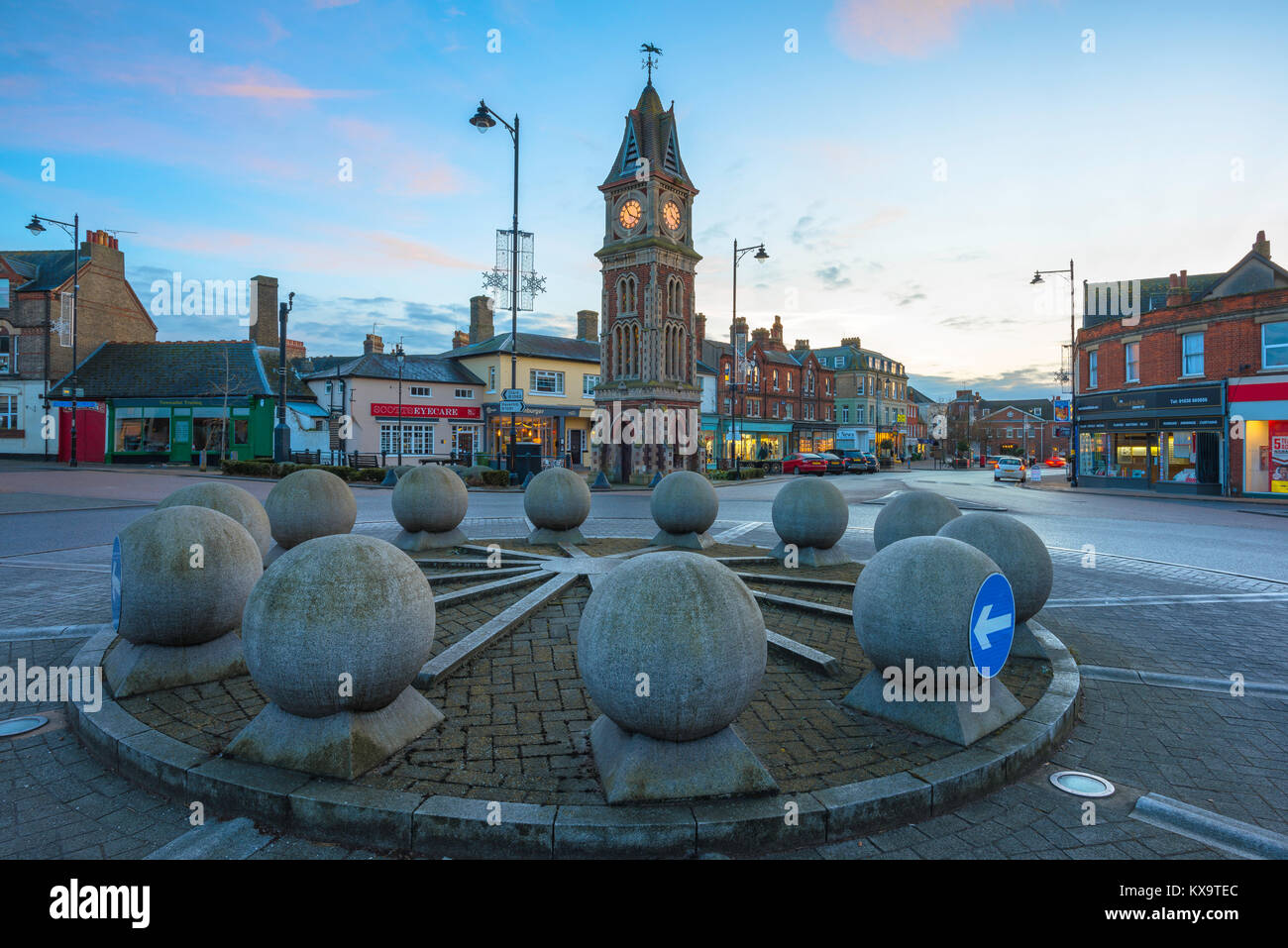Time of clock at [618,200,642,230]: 3:54
